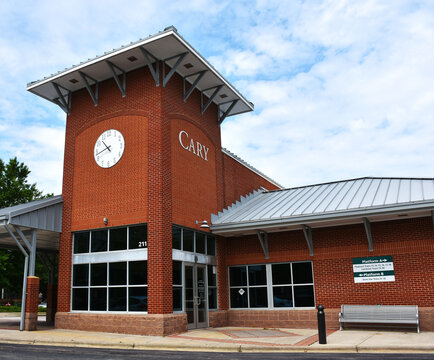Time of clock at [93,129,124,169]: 10:42
